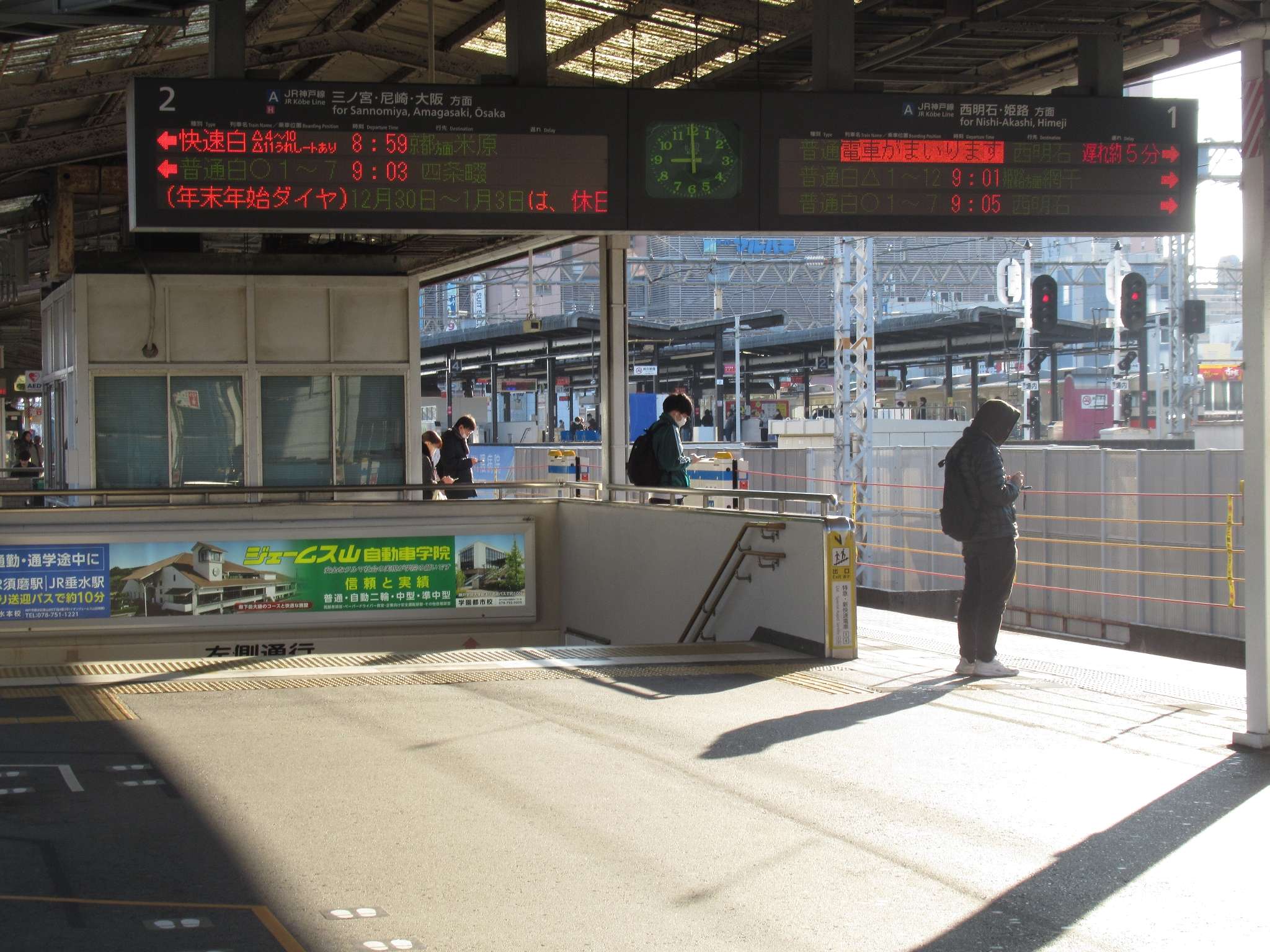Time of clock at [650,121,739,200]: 8:59
